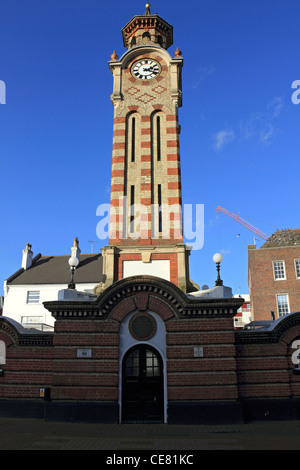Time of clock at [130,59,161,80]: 2:18
